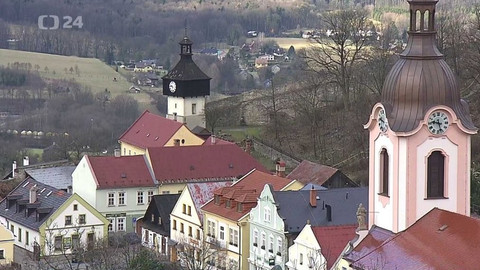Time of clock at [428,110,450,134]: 9:27
